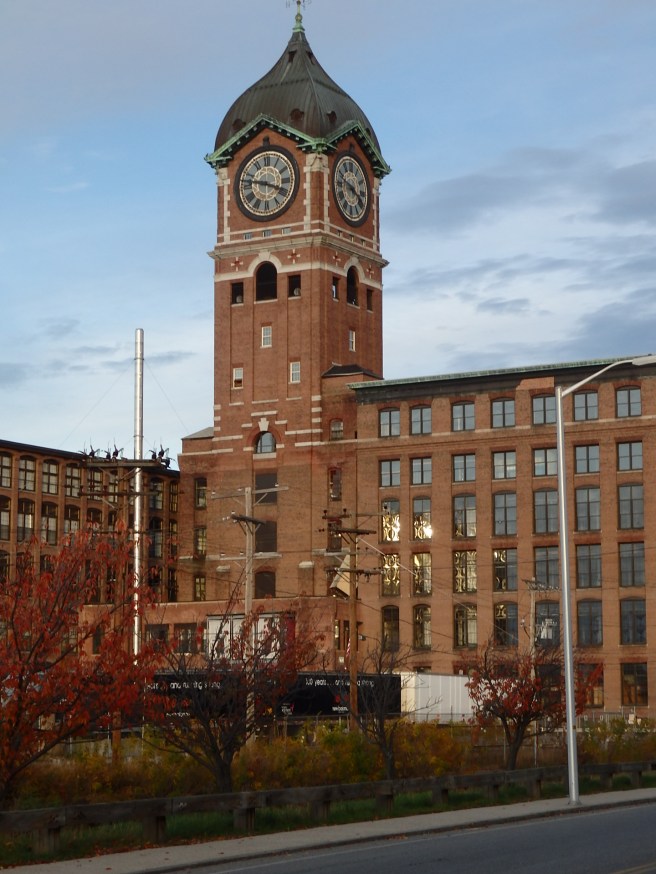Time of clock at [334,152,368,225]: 3:48
